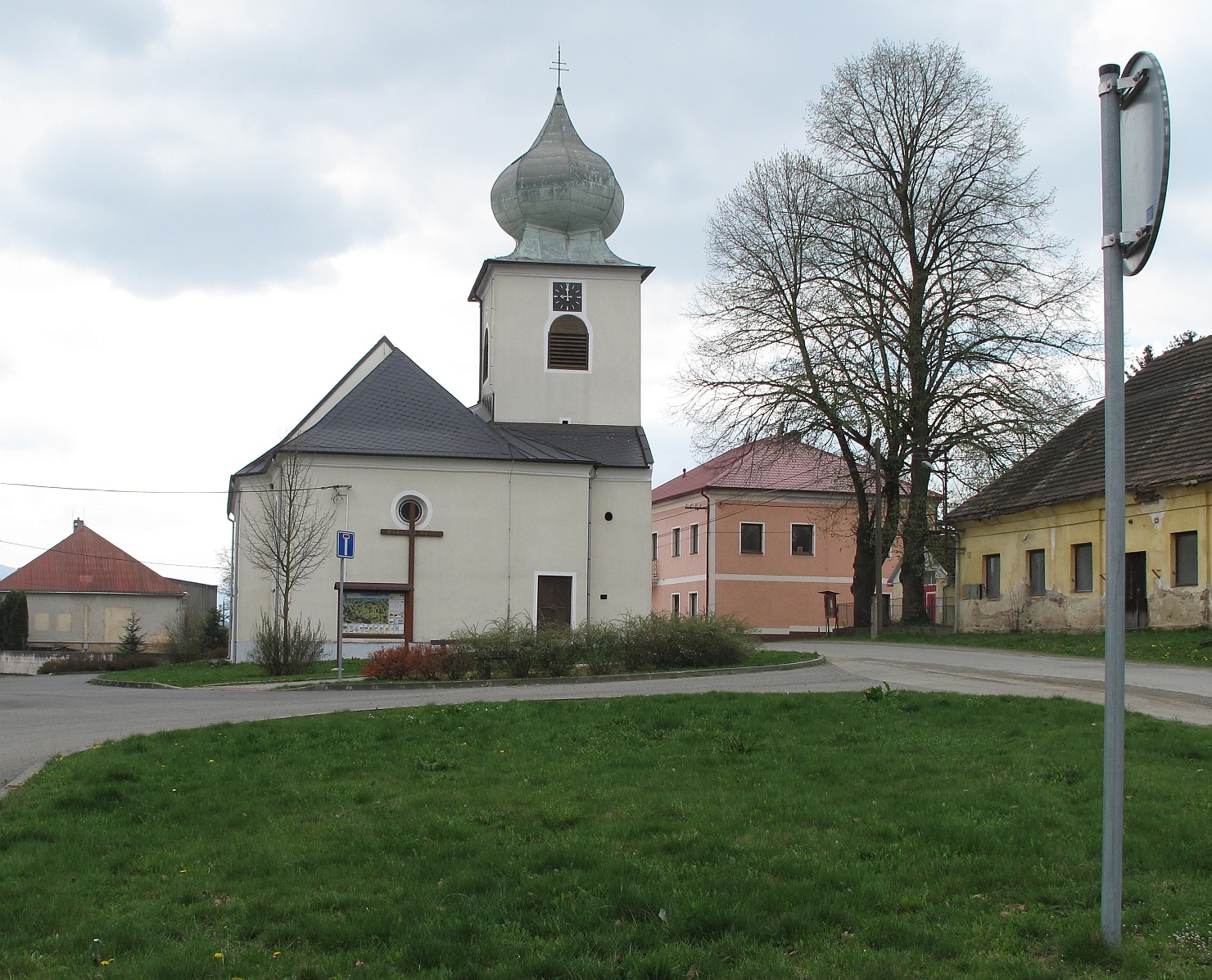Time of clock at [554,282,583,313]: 8:59
